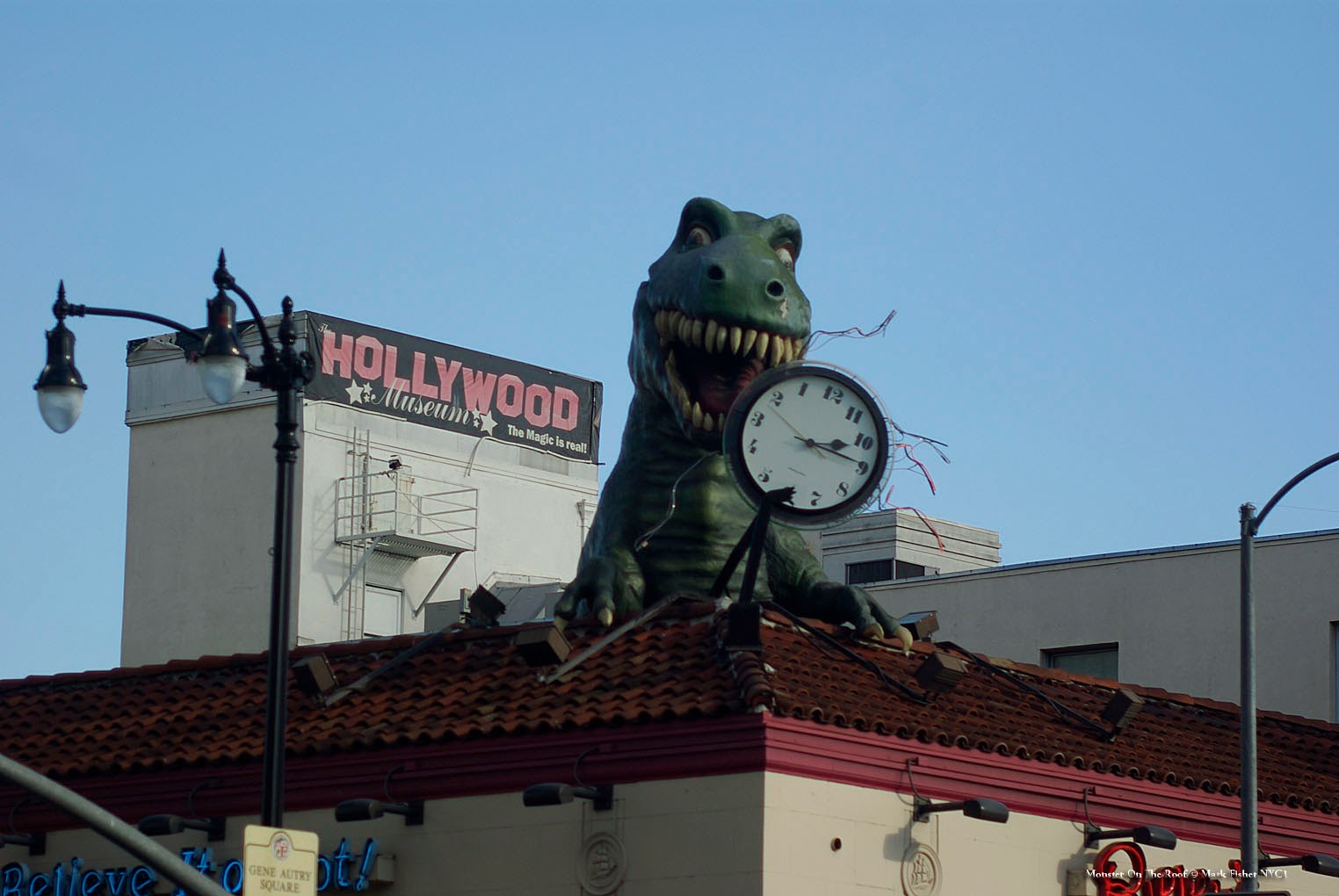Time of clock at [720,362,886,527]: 3:19
